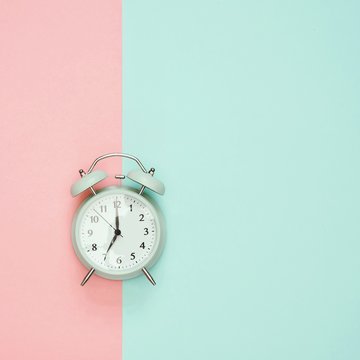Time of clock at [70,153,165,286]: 7:00
